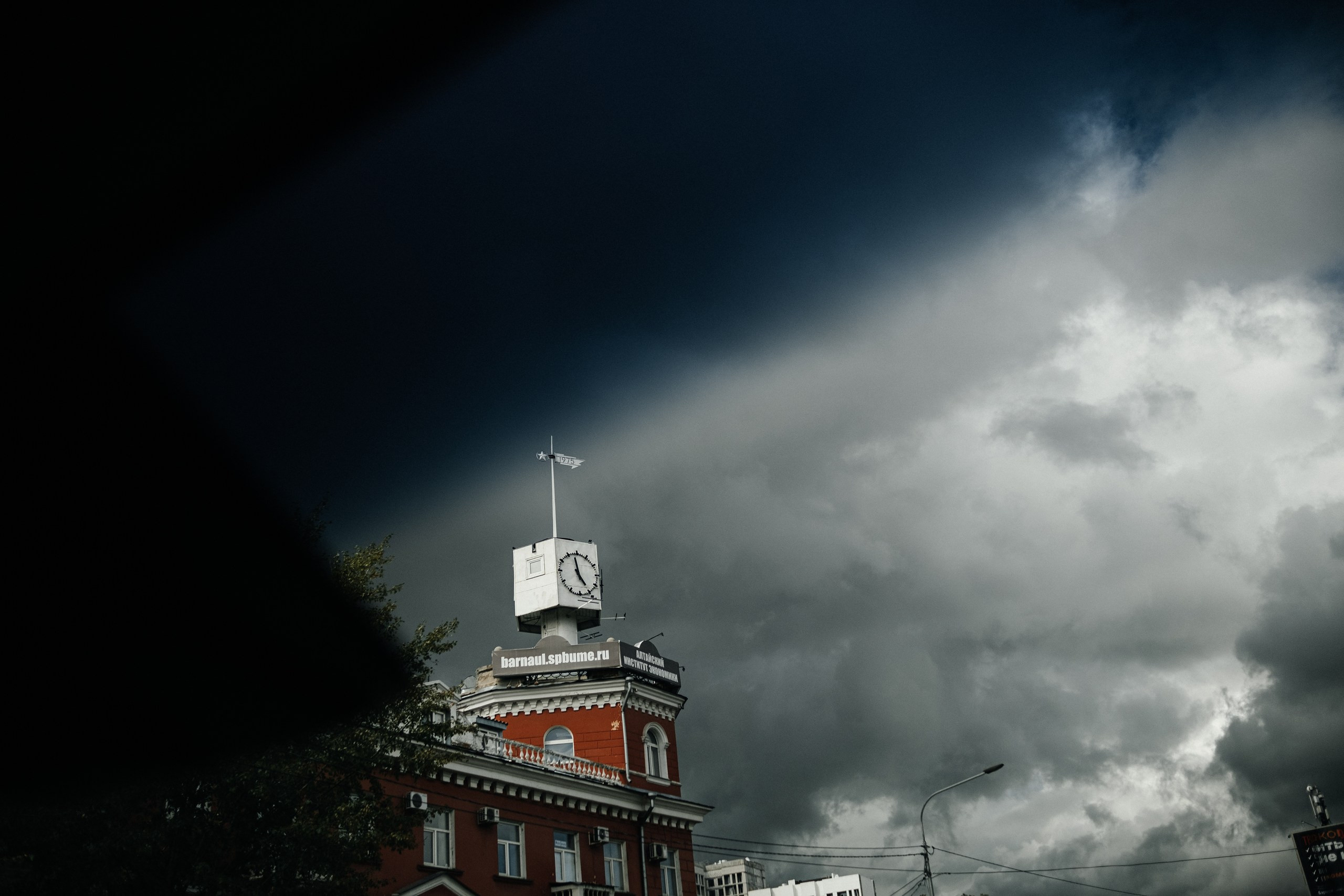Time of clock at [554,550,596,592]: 4:58
